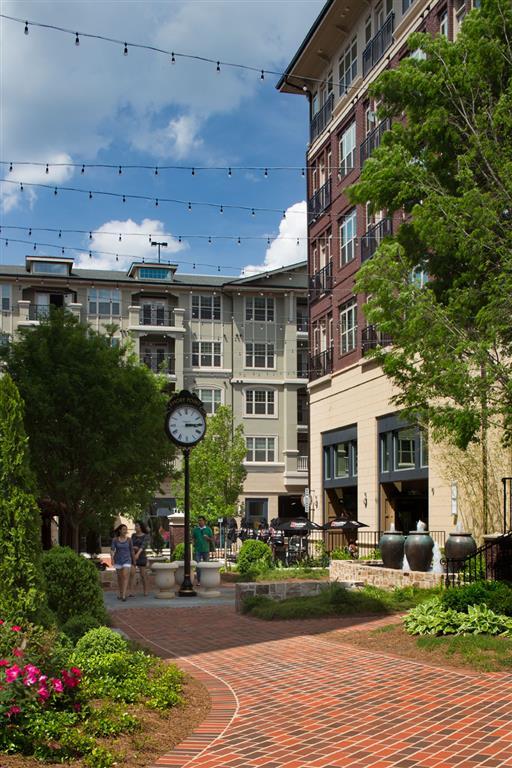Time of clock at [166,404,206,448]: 3:14
